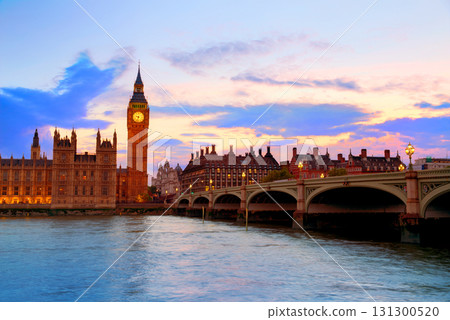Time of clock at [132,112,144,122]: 9:33
